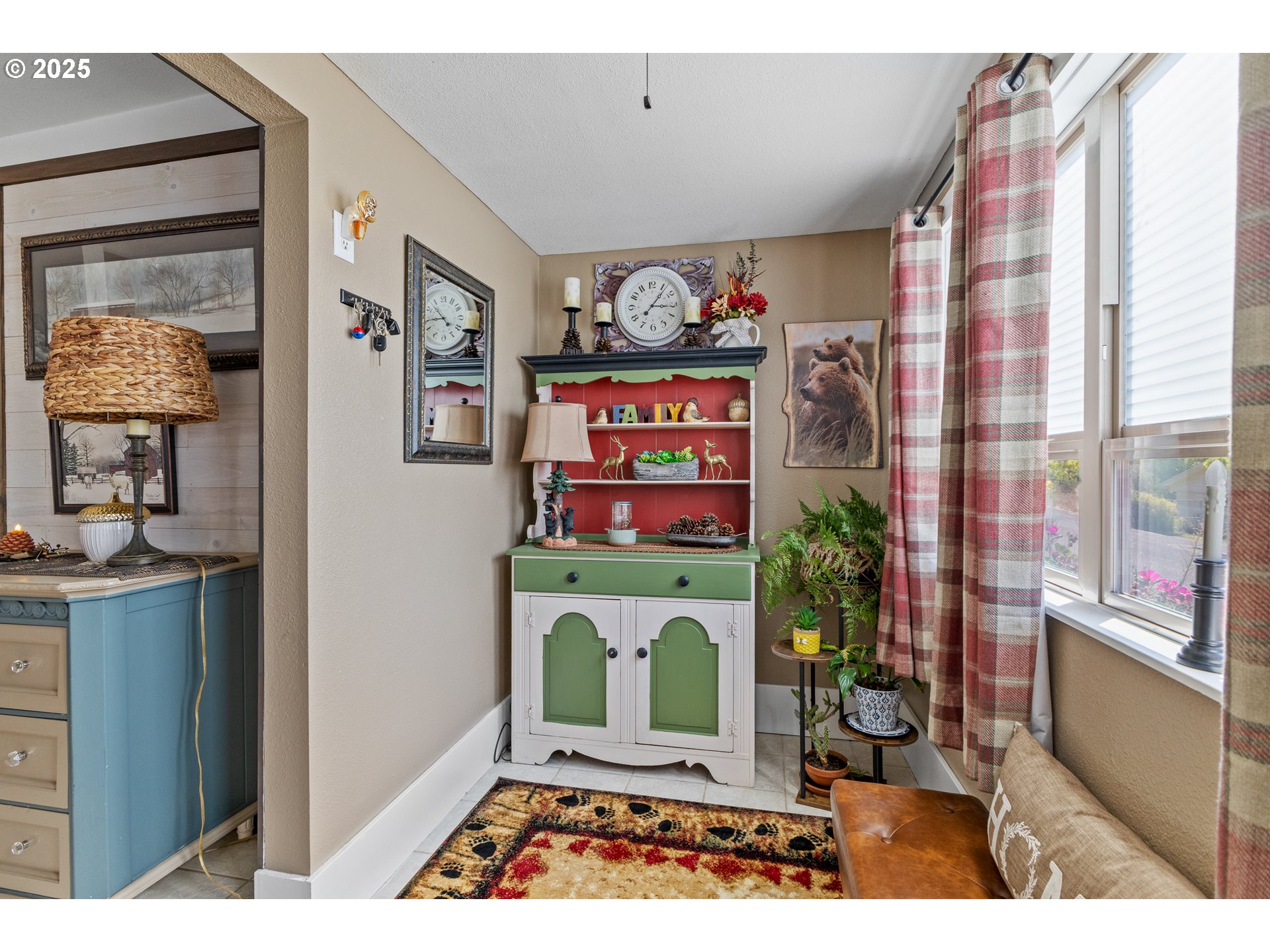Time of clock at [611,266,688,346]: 3:06
